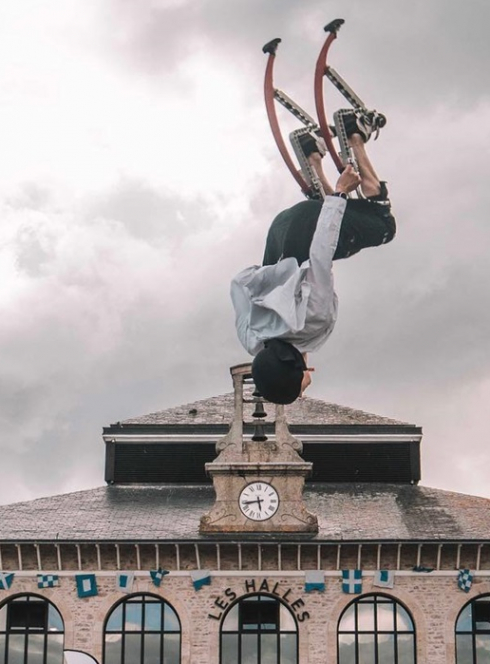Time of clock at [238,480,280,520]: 5:43
